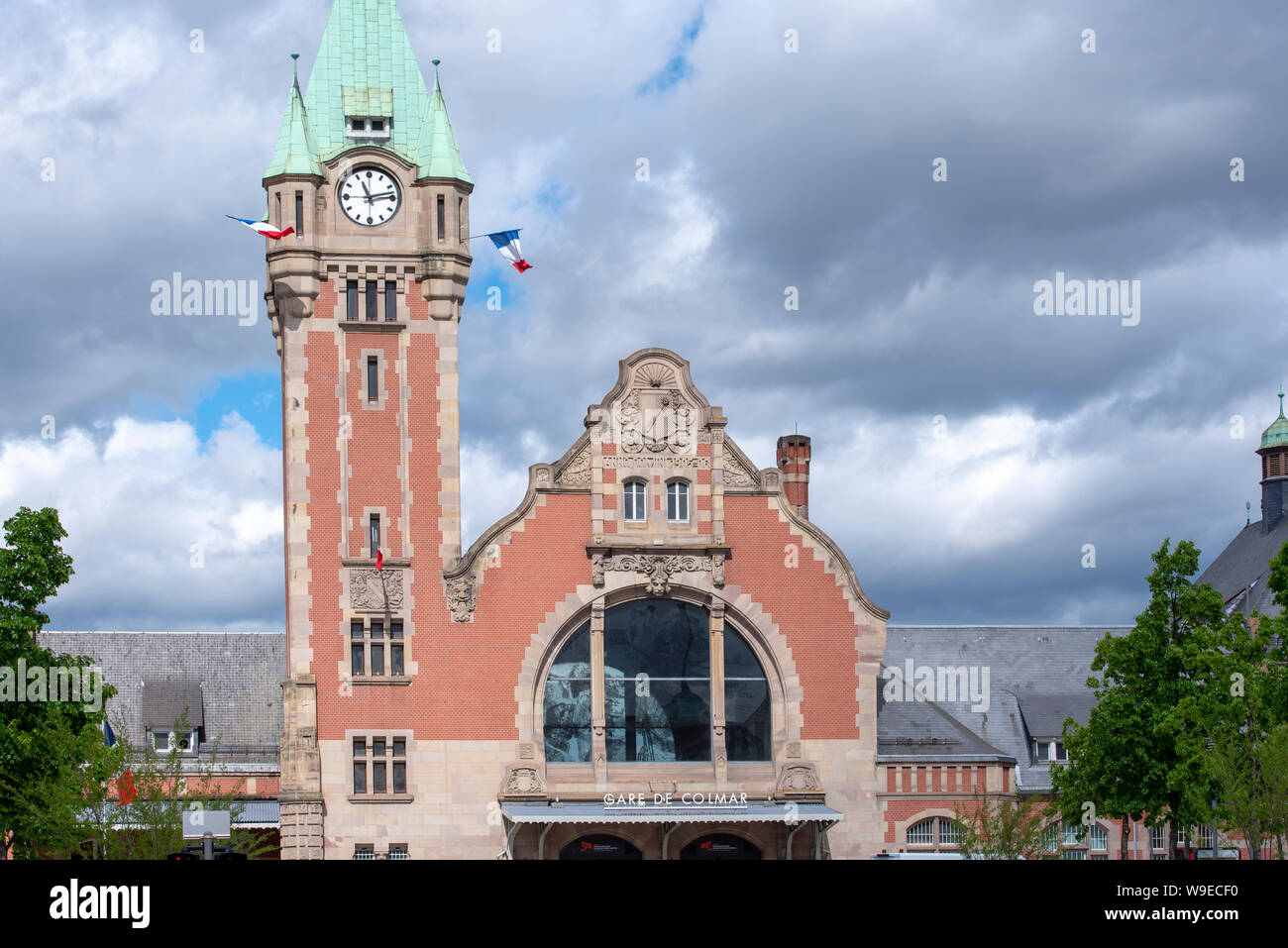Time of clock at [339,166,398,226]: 11:12
